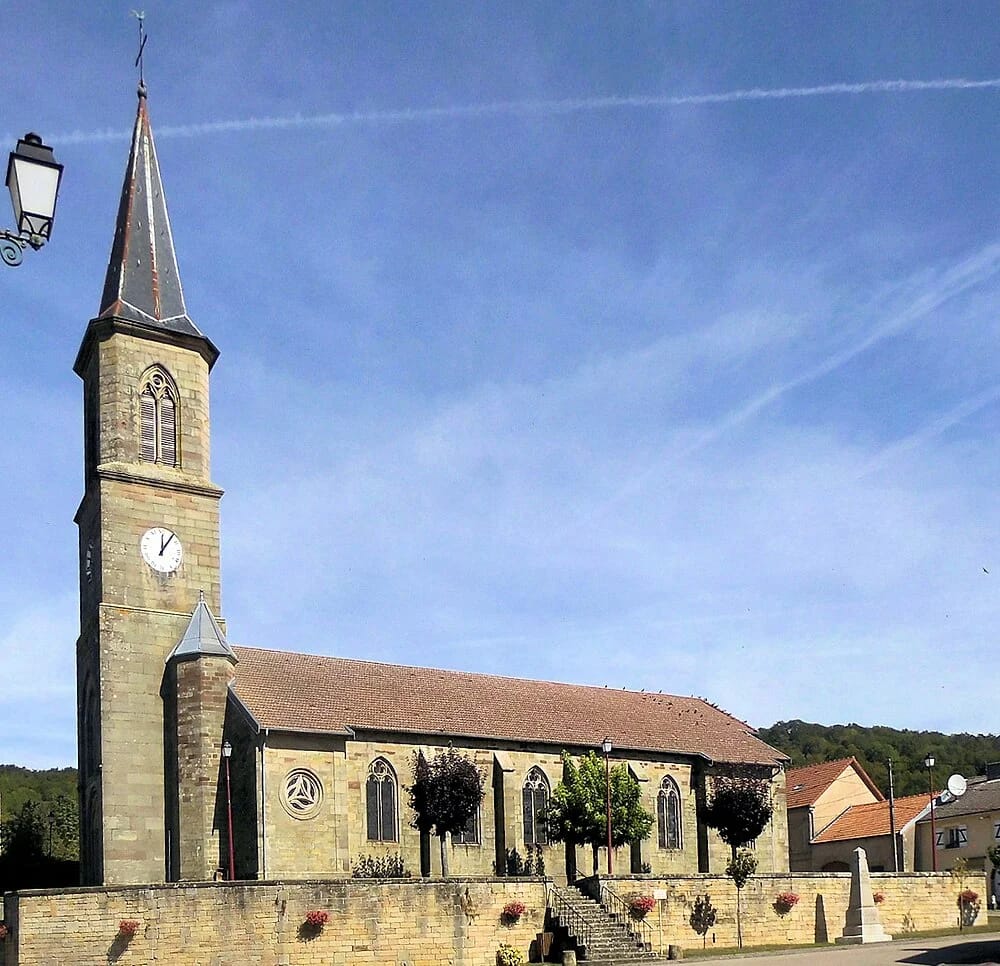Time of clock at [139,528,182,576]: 12:06
